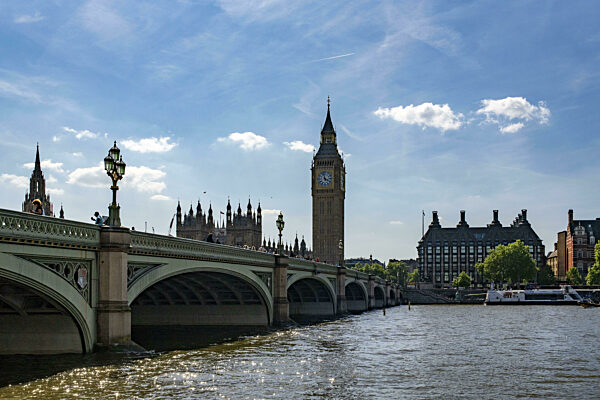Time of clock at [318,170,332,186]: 3:58
